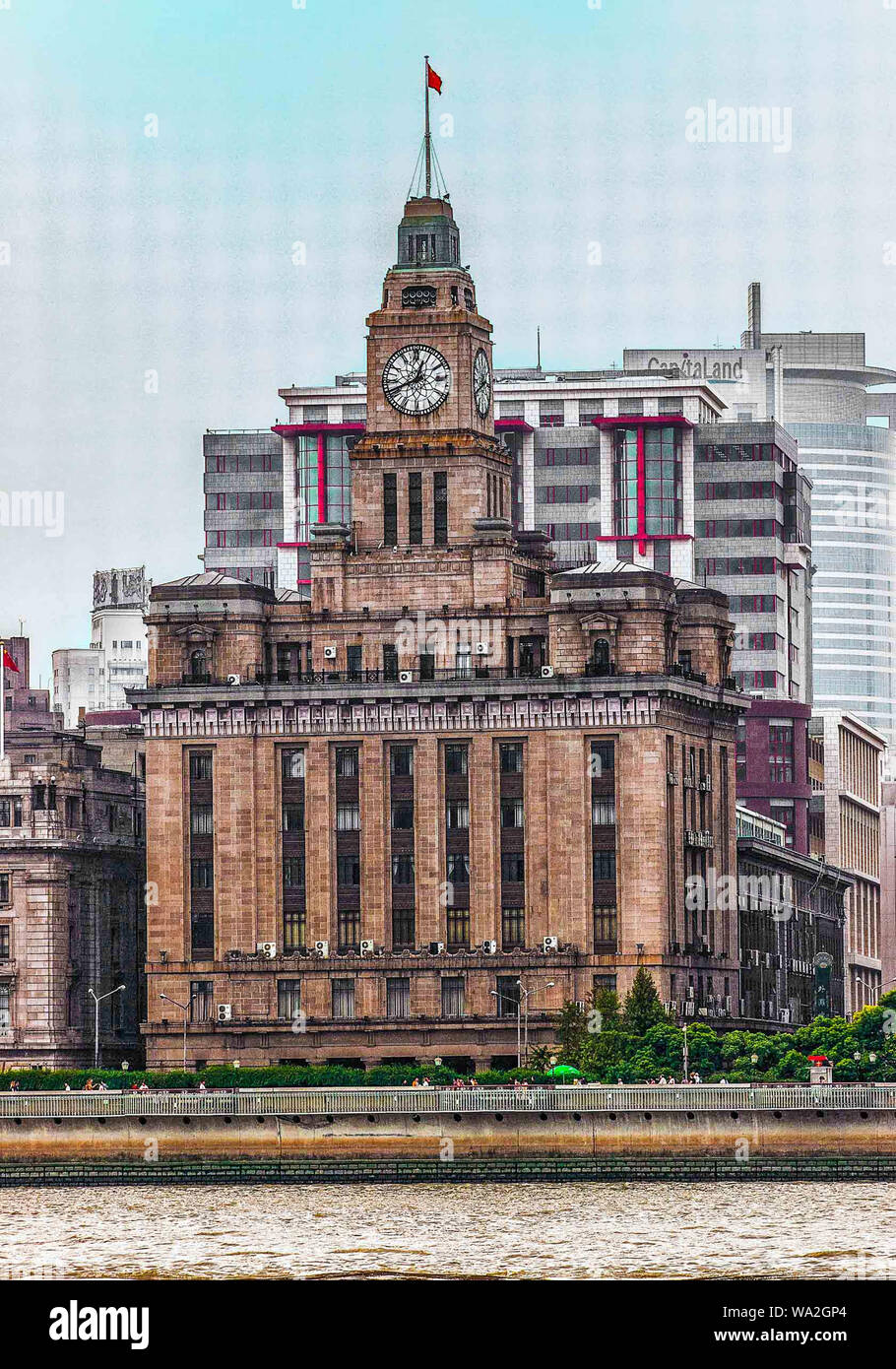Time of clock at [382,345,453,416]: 12:41
